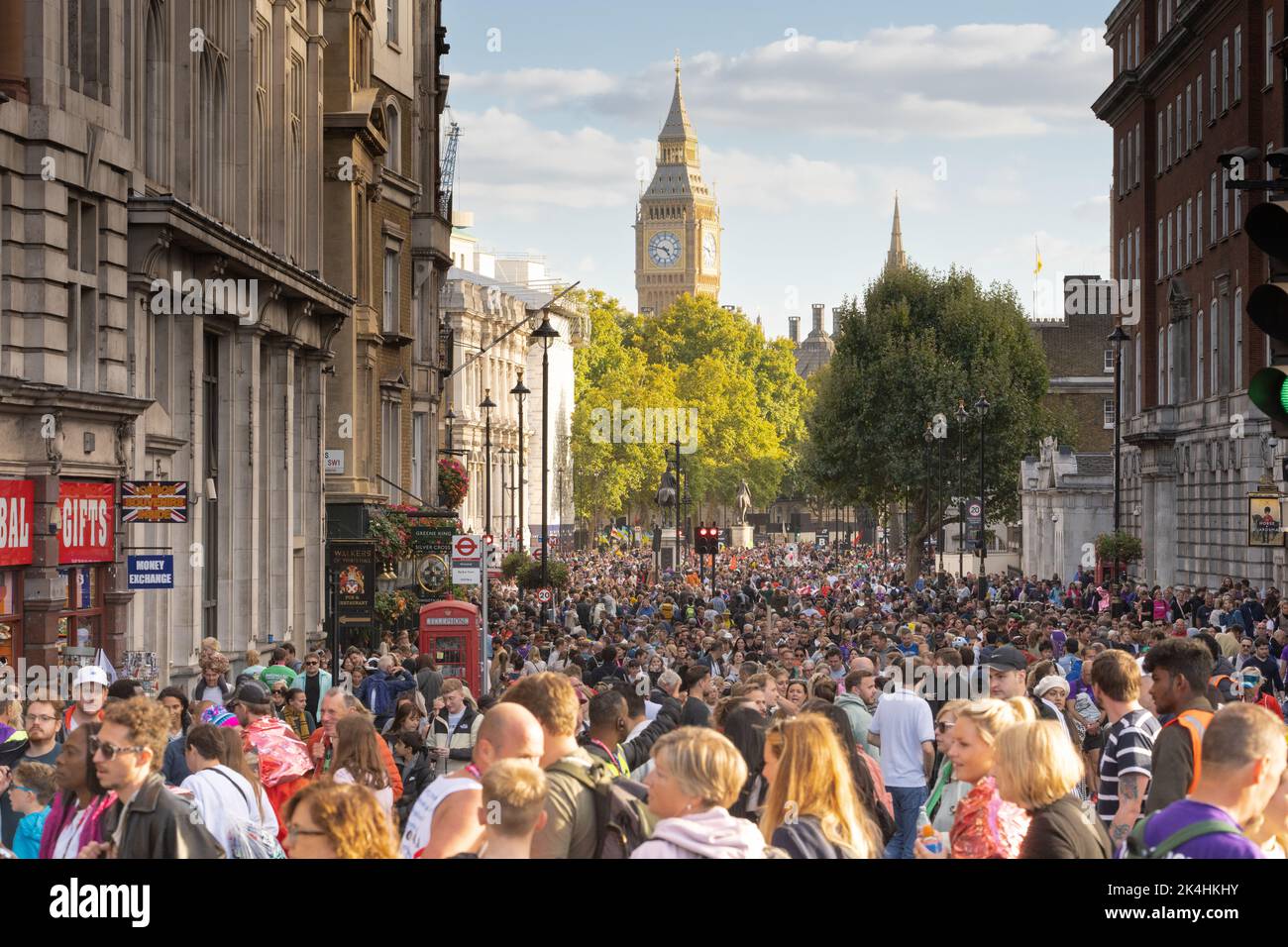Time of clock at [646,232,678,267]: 4:47
